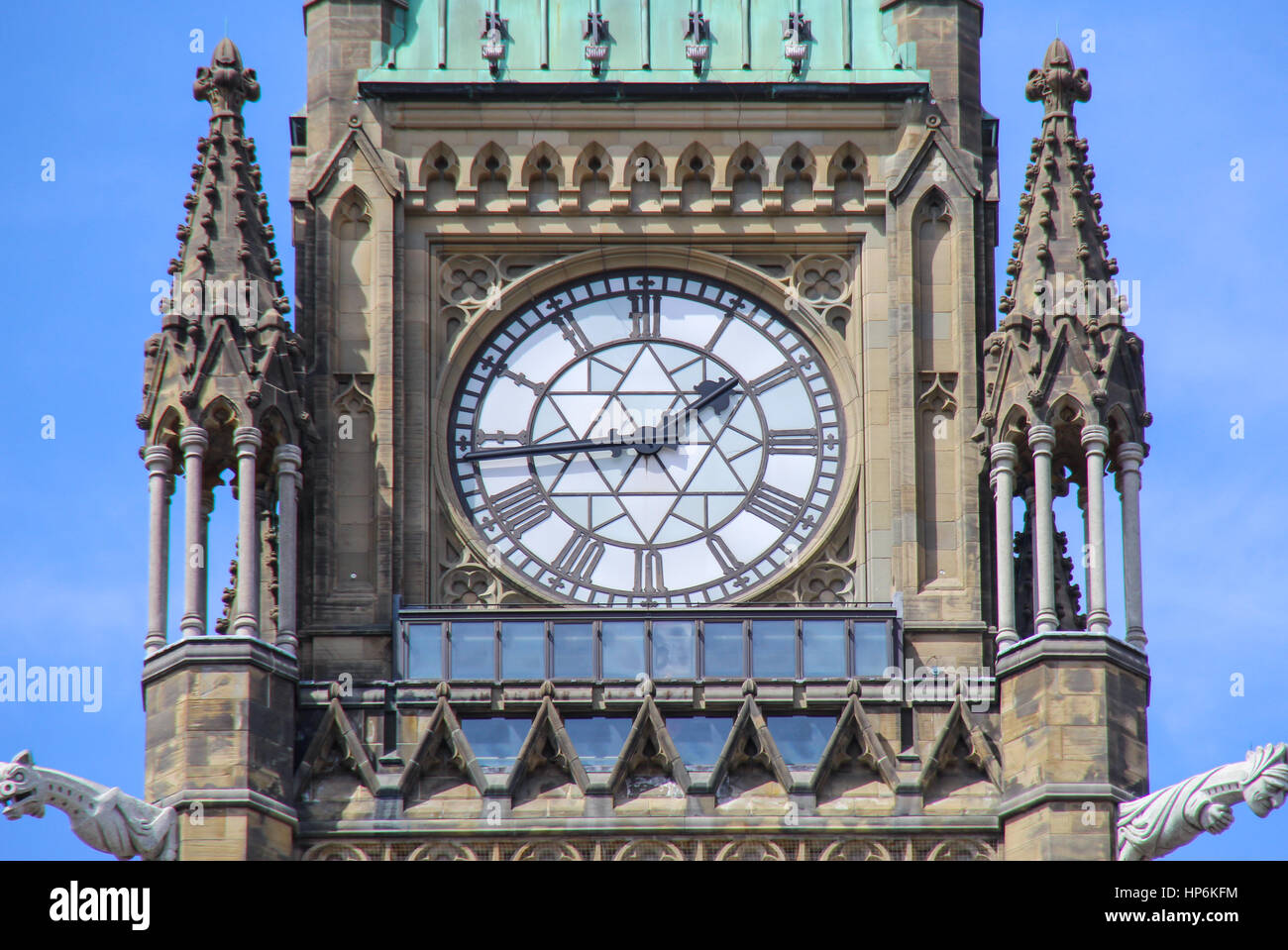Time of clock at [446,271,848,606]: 1:44
